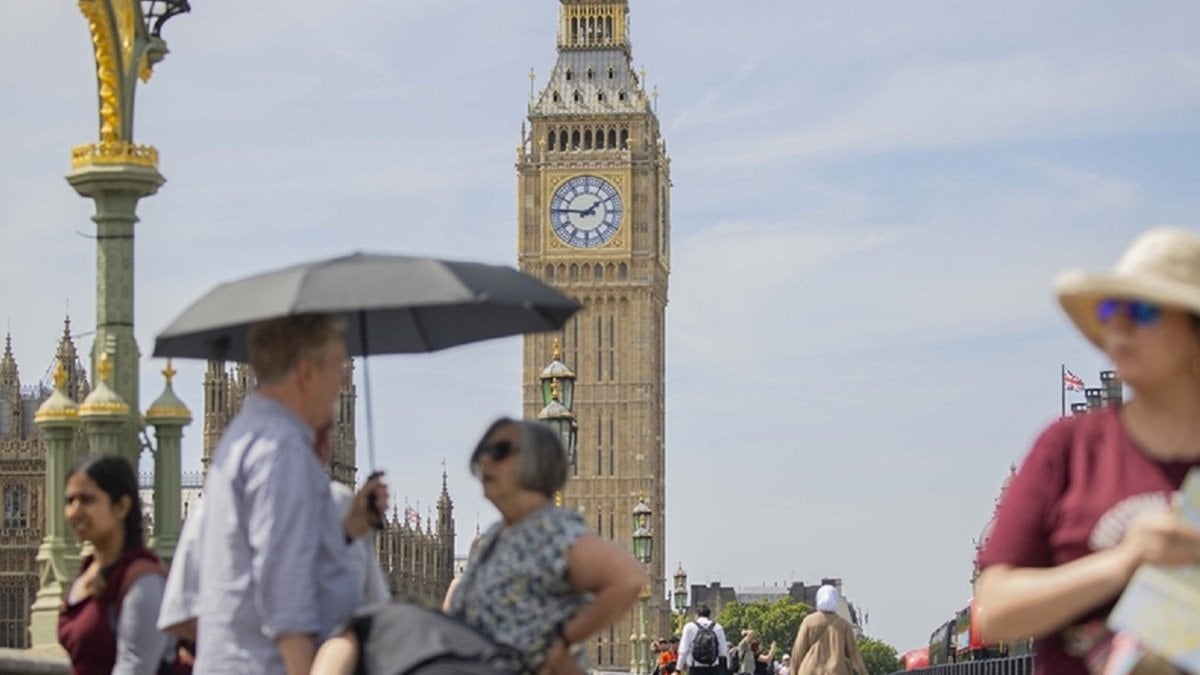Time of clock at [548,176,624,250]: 1:46
